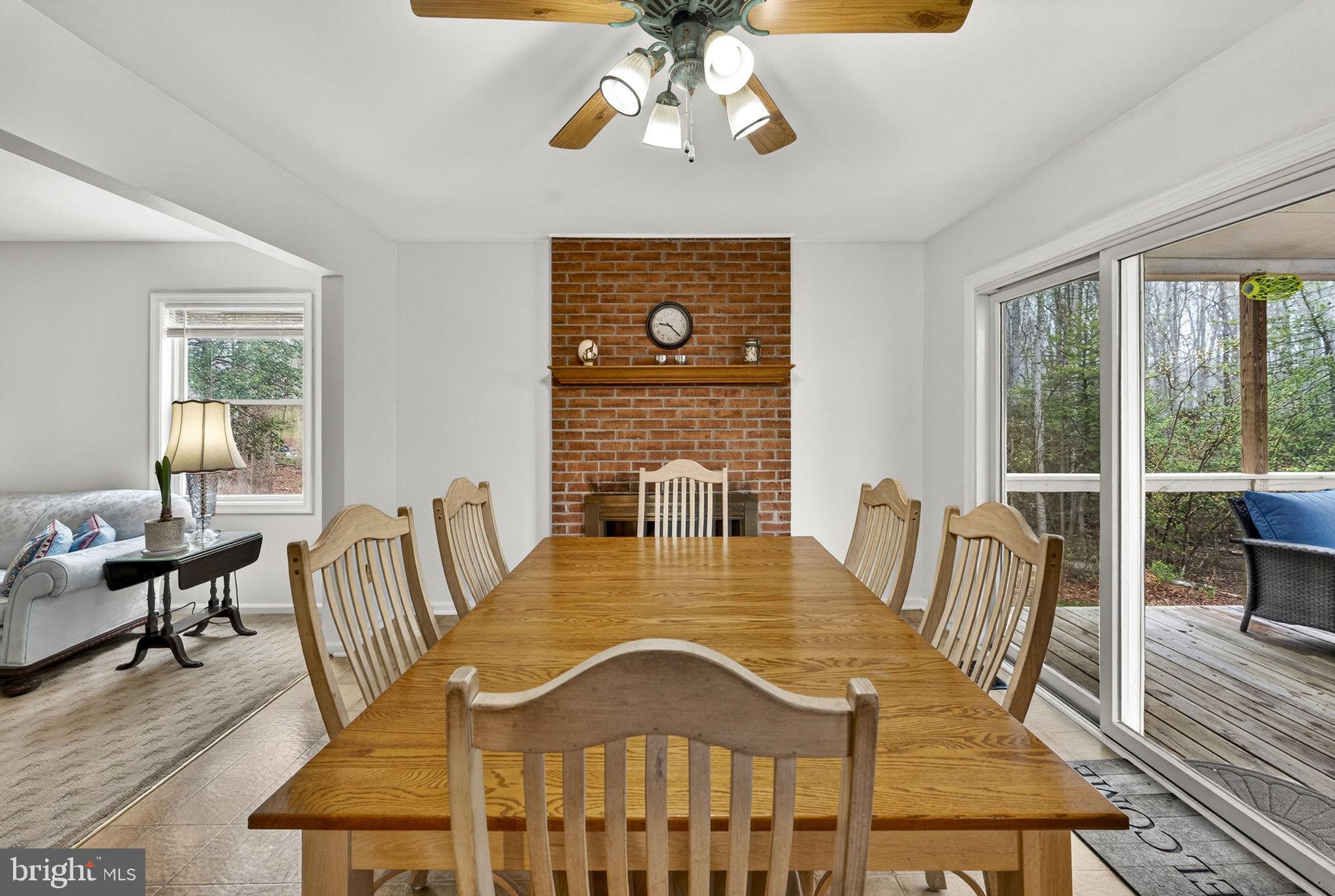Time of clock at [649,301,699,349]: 9:22
